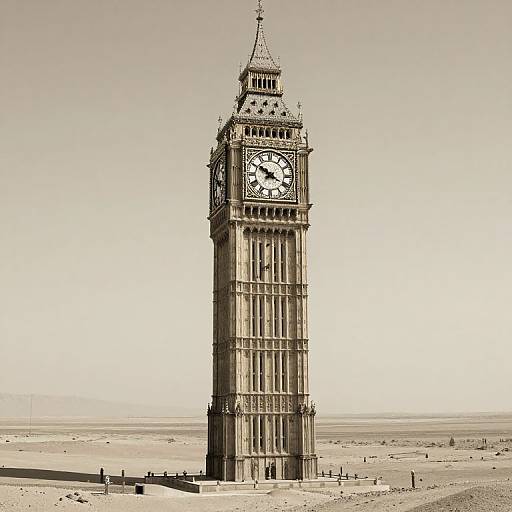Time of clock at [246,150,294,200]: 3:50
